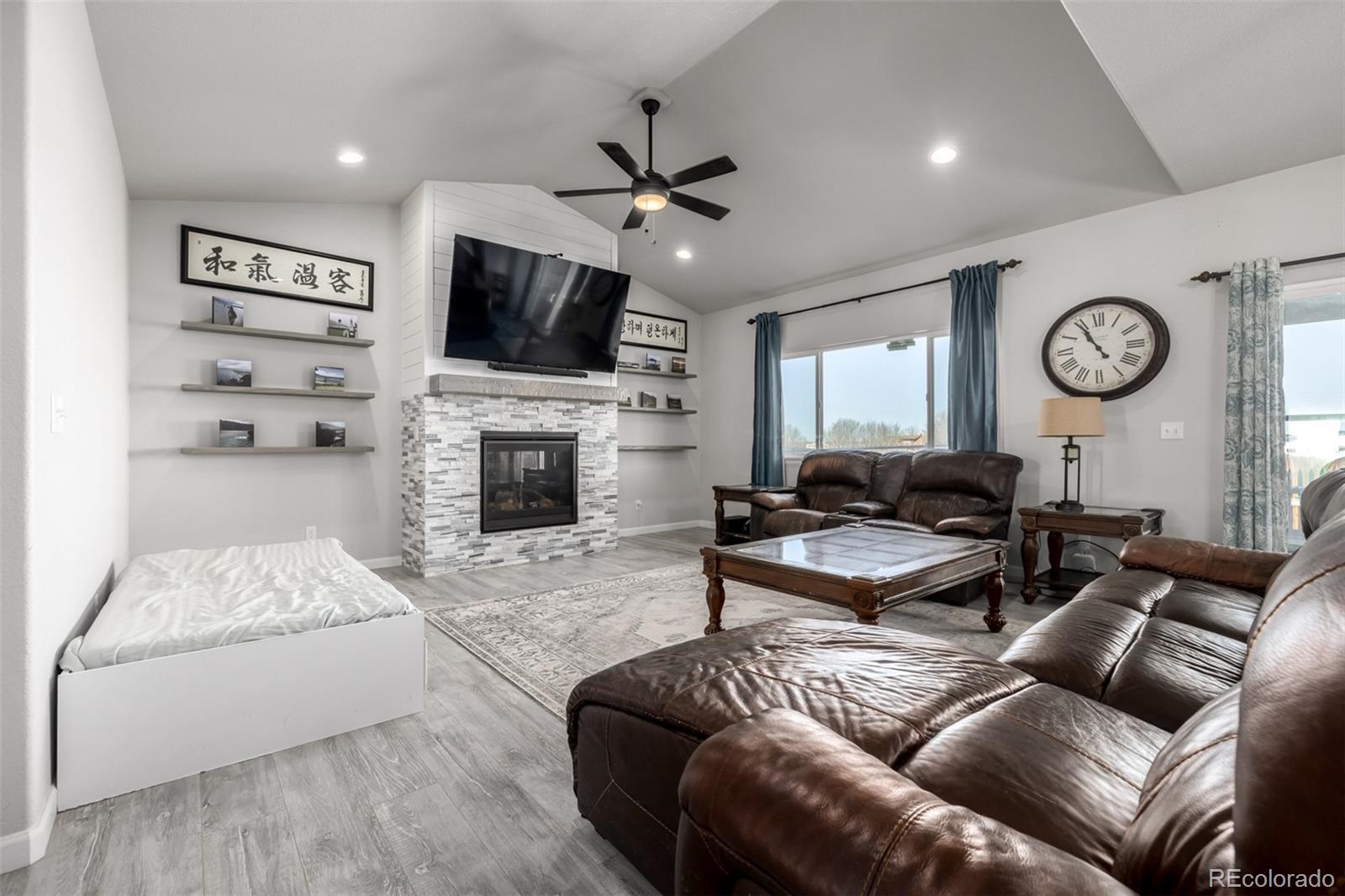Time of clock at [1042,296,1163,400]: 10:54
